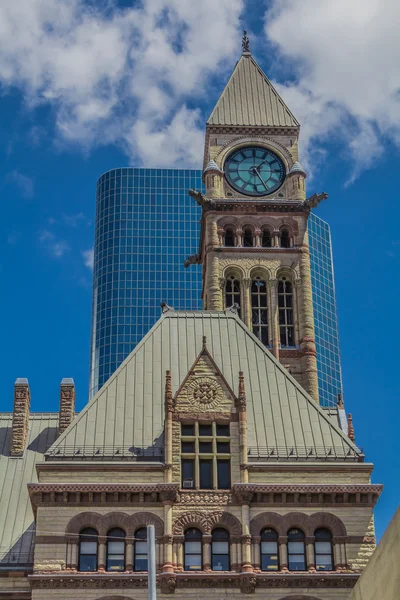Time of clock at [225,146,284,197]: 1:25
